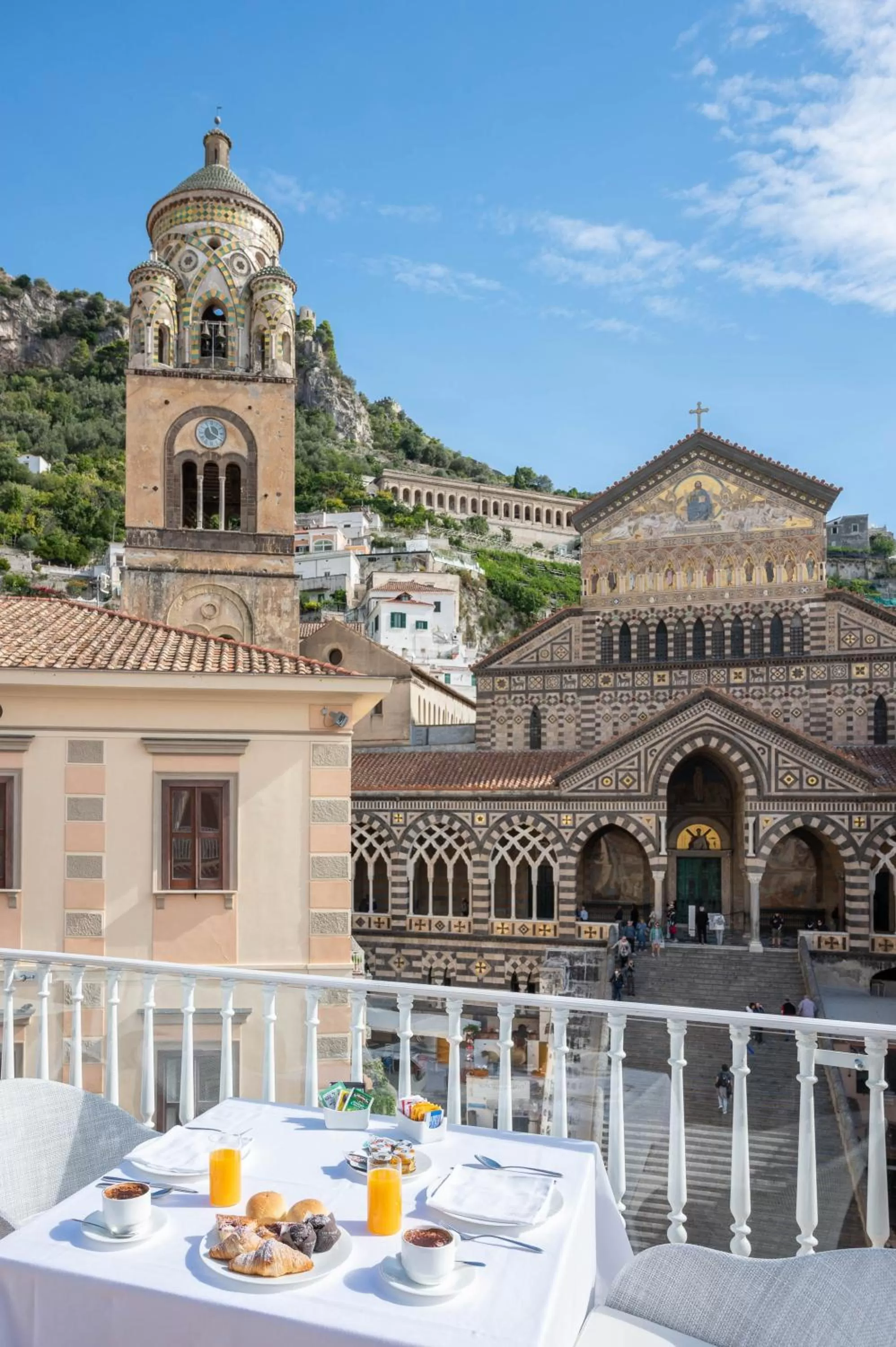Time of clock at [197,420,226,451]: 11:20
